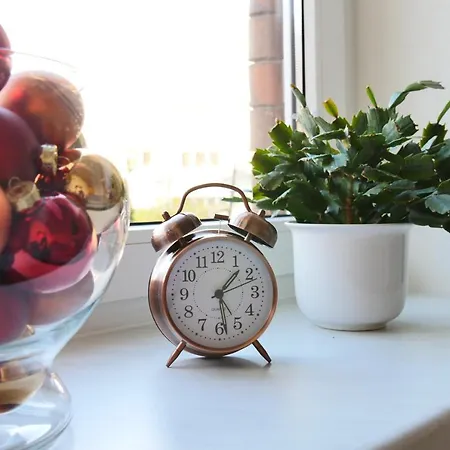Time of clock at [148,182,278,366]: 1:28
